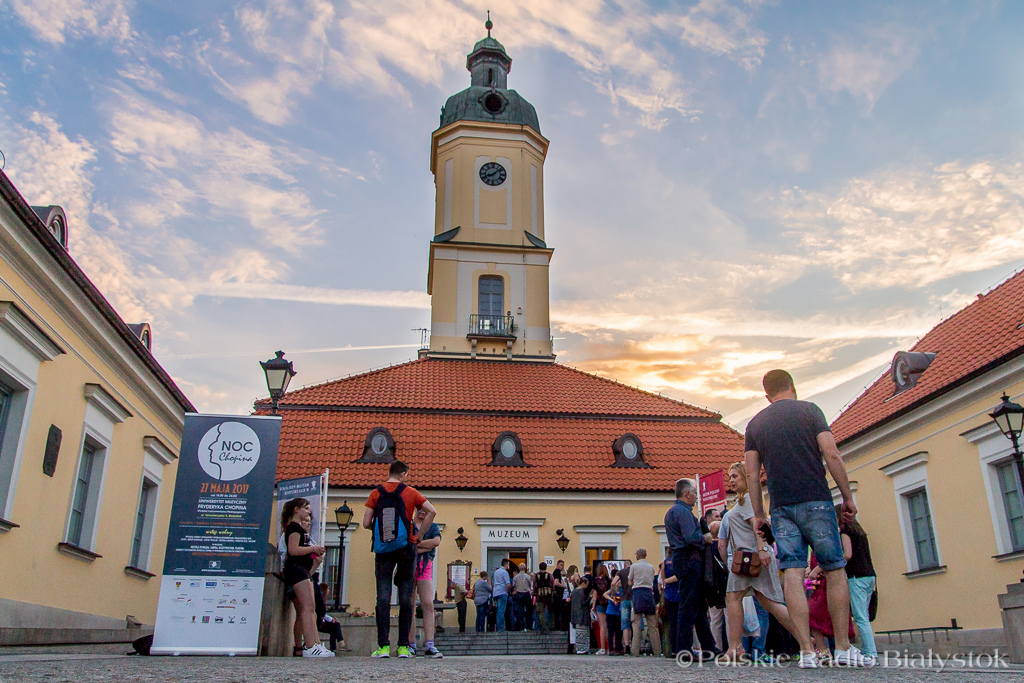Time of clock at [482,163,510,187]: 8:07
